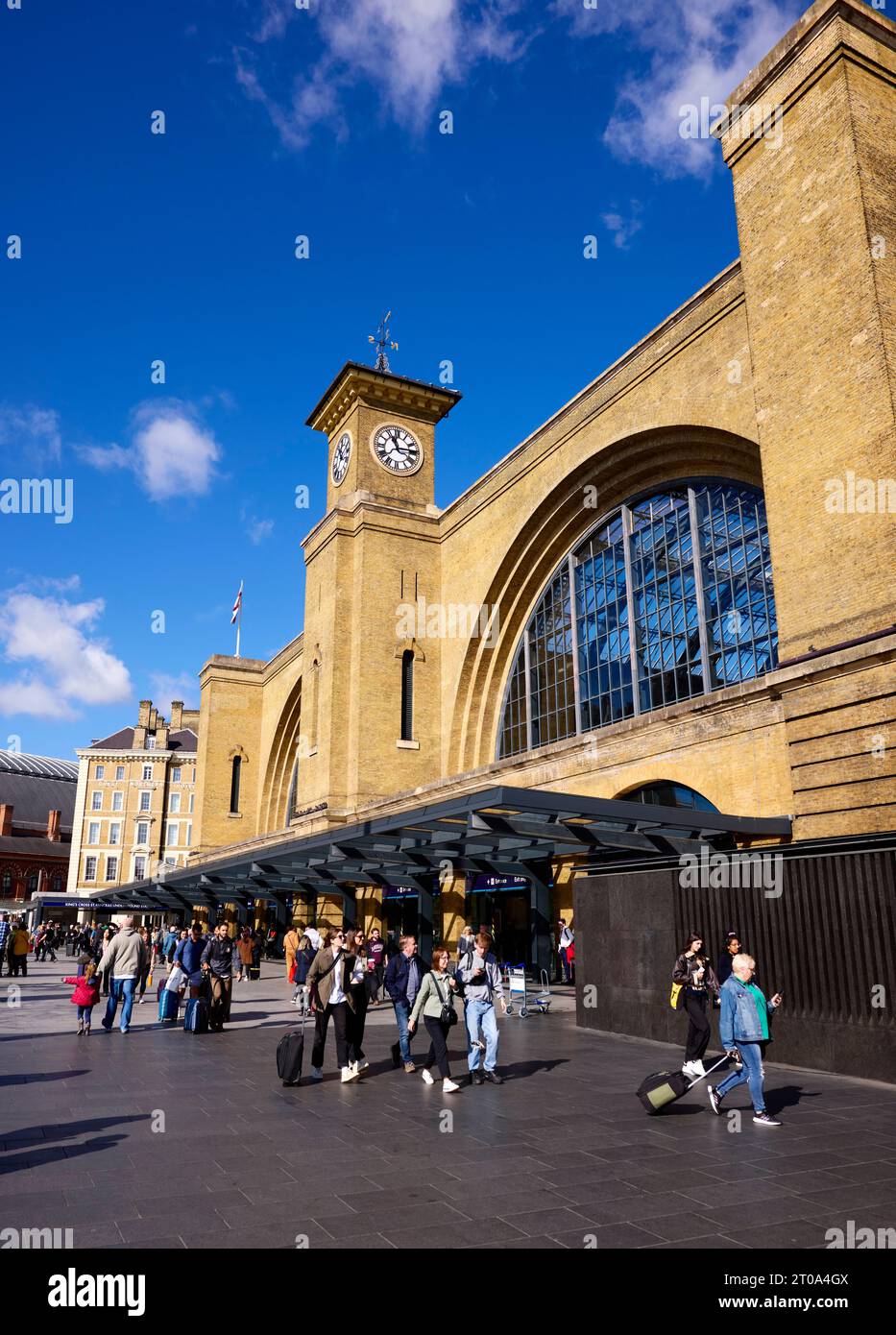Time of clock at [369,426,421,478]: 11:13
